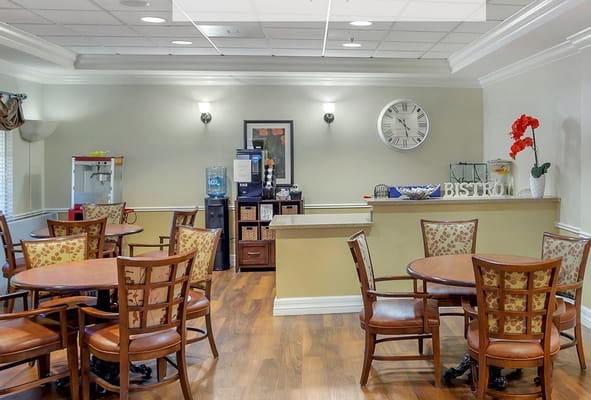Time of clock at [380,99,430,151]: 10:28
